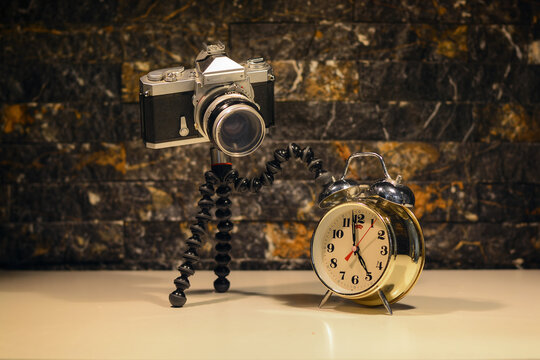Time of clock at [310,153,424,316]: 4:59
